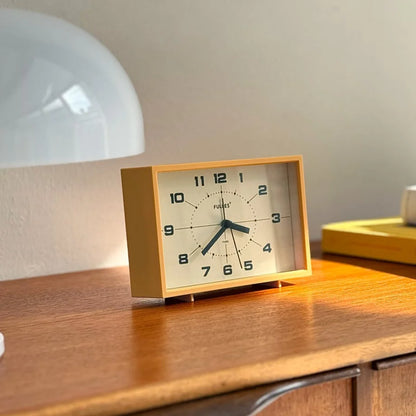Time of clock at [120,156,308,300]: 3:37
